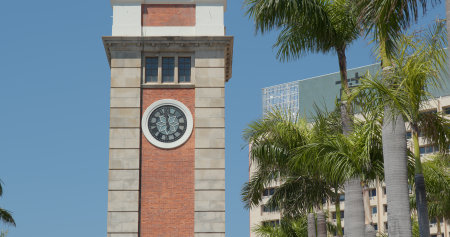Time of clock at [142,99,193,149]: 11:59
